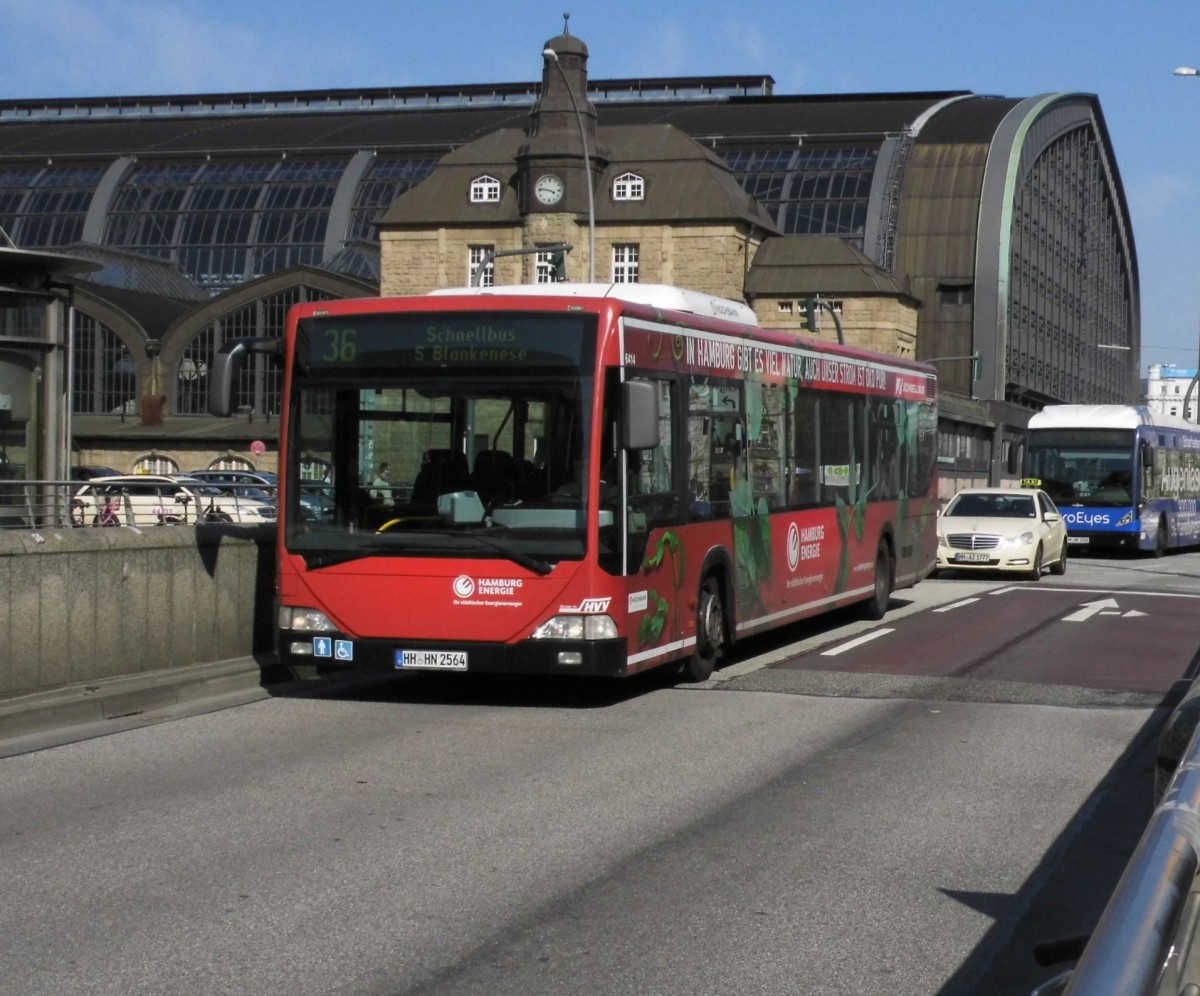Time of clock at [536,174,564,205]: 3:46
